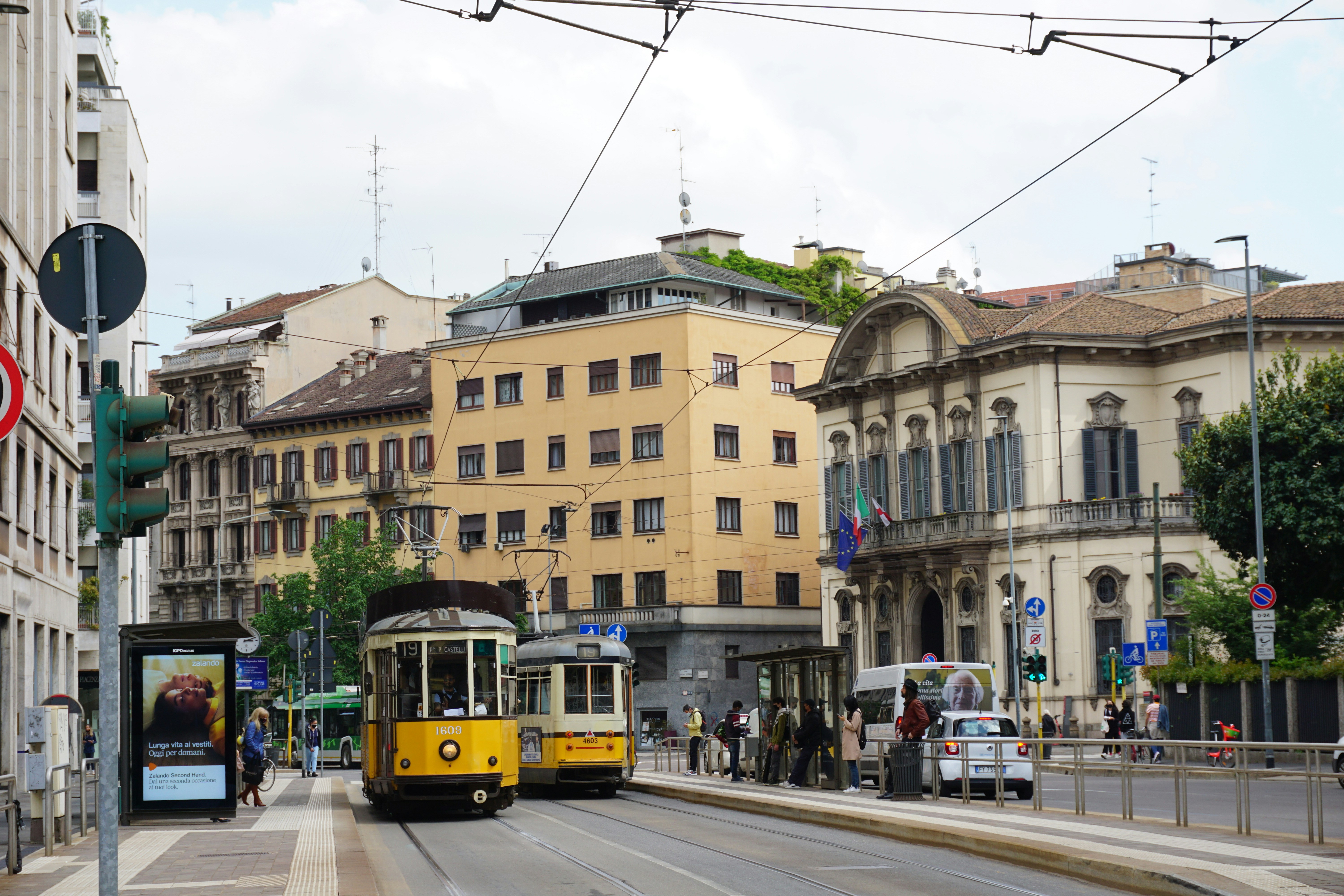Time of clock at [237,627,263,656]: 3:11
